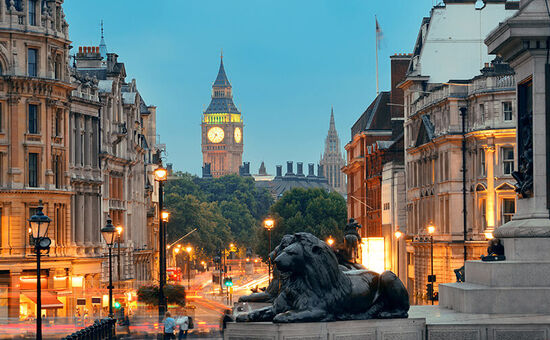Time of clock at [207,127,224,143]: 6:52
